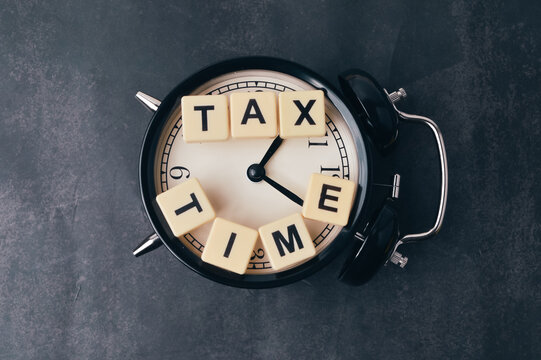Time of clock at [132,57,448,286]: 1:20
